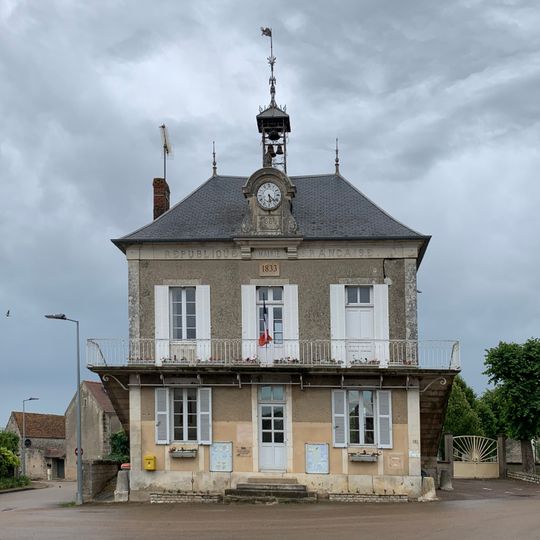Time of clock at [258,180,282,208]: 5:21
